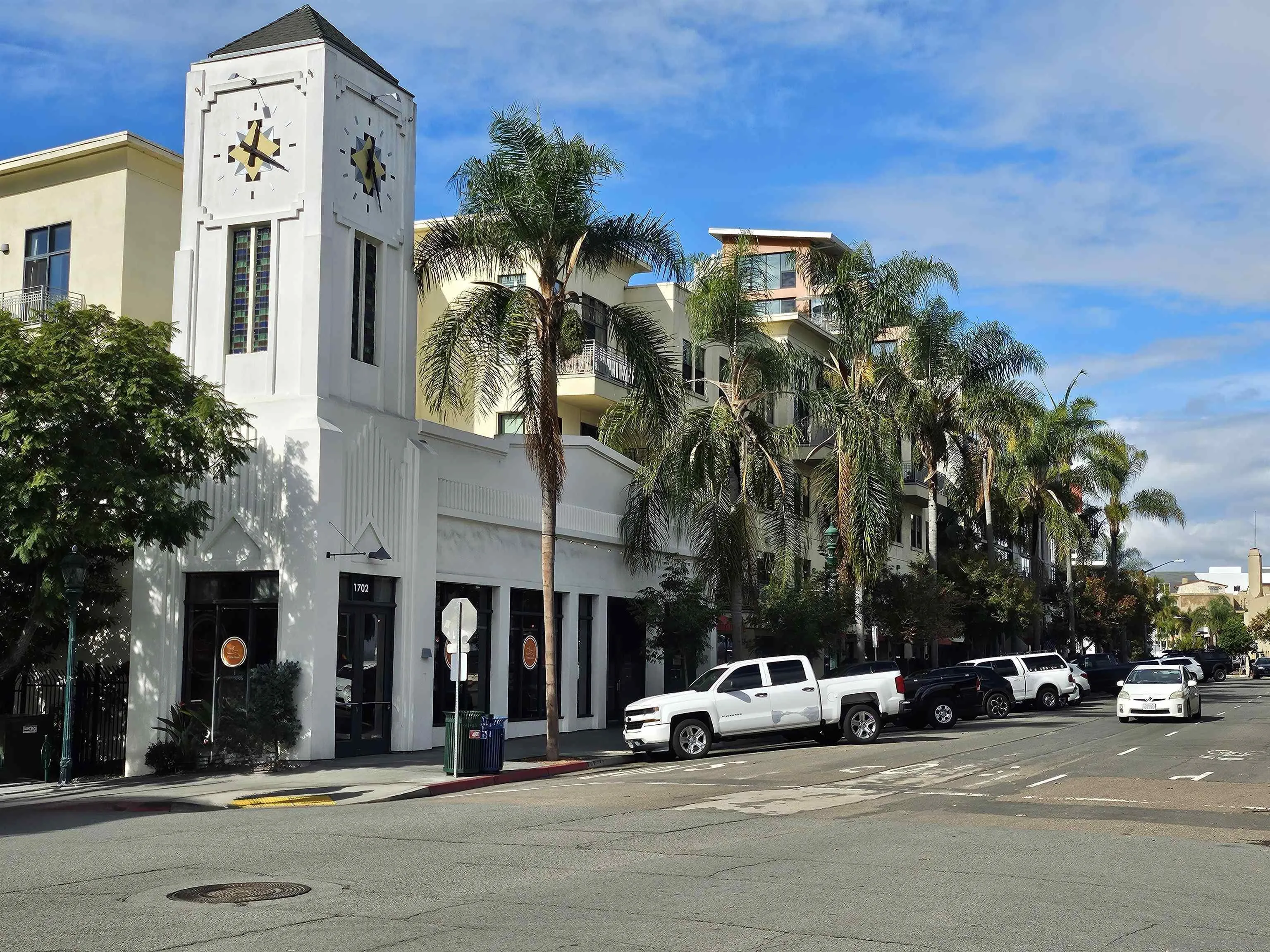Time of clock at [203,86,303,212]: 12:19
